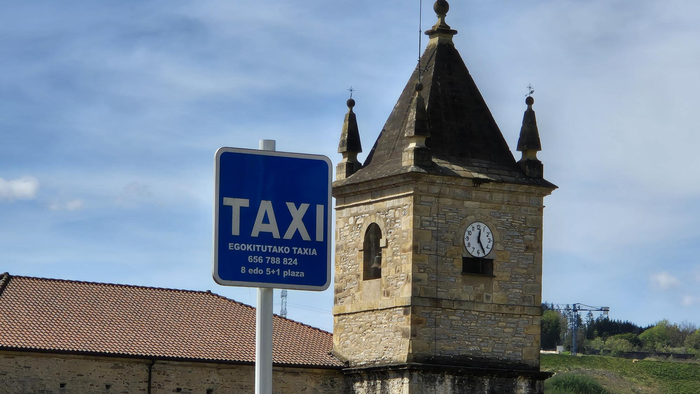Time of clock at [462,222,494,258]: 12:25
